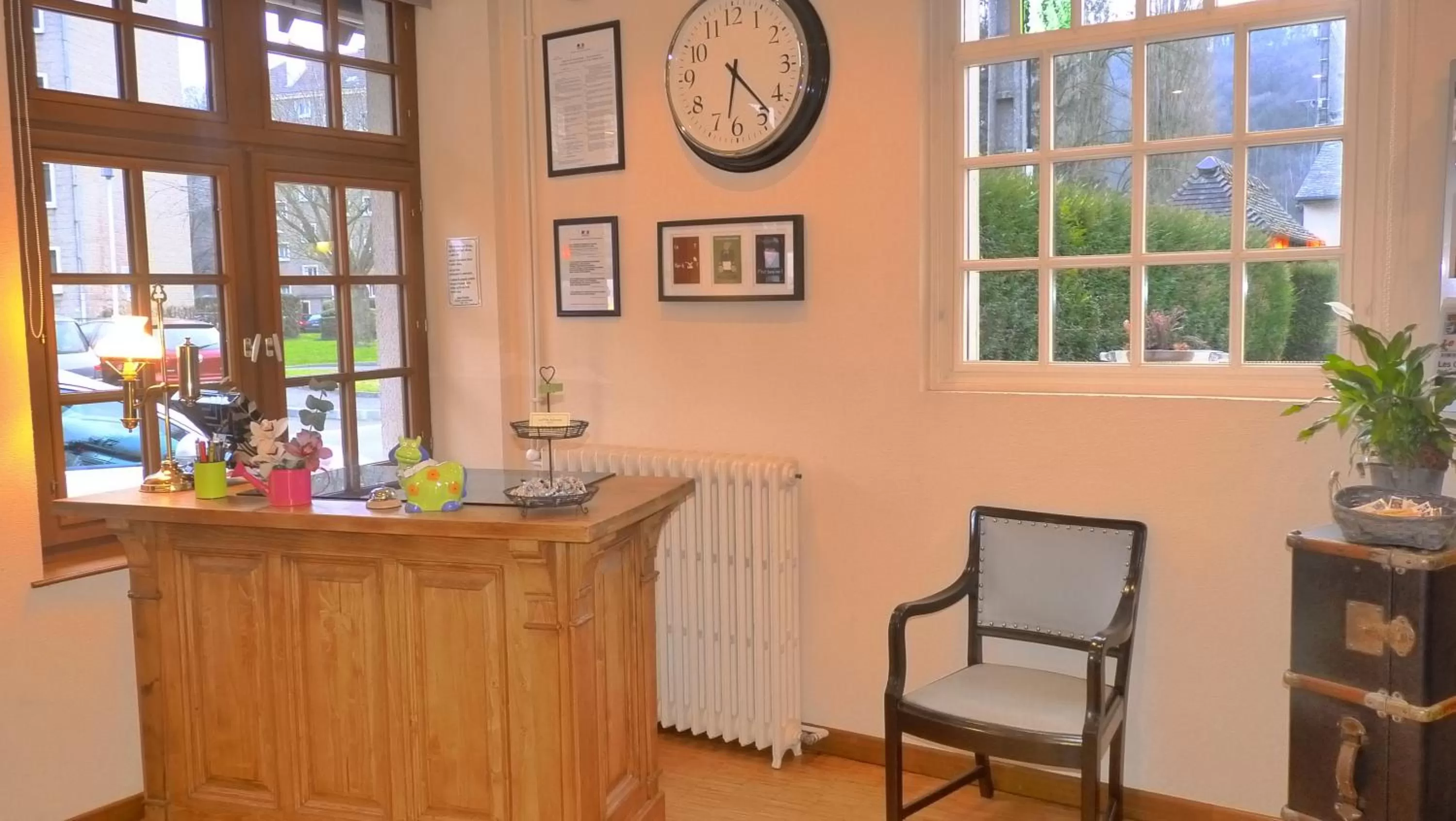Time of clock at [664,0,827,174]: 6:23
